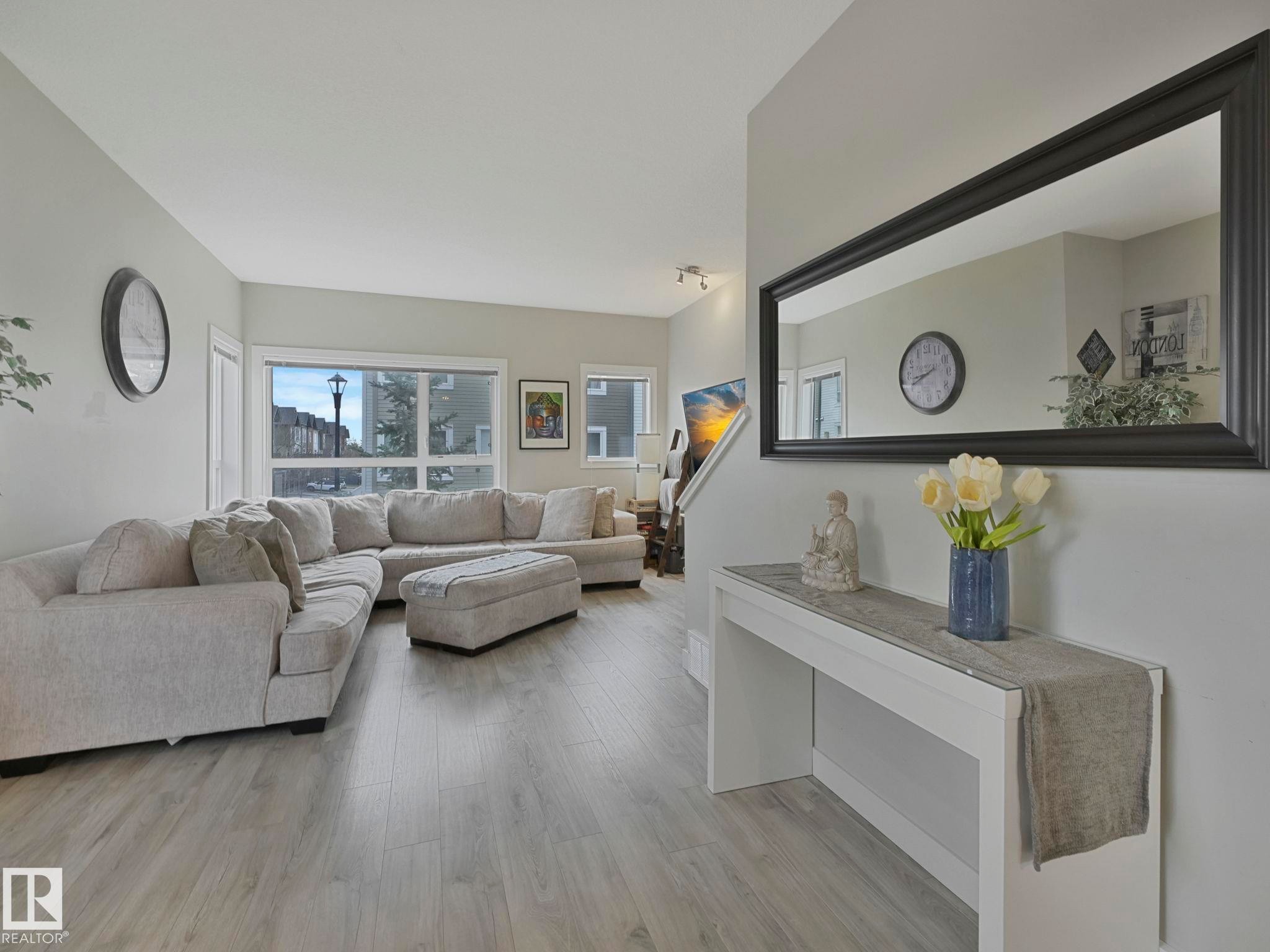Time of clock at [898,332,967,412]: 8:40
